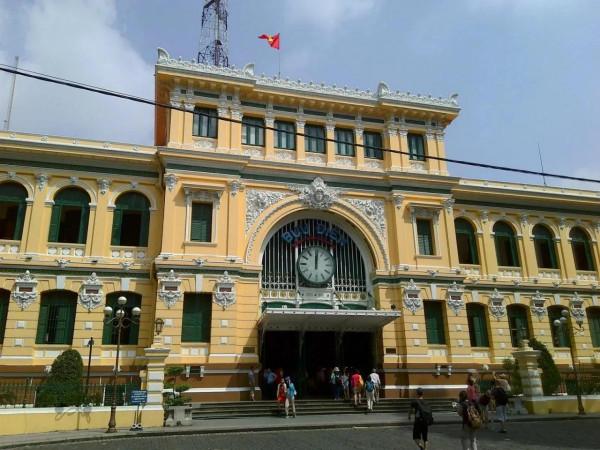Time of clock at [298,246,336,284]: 12:01
